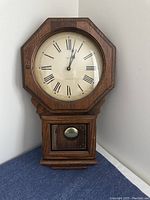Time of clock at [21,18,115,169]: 1:02
